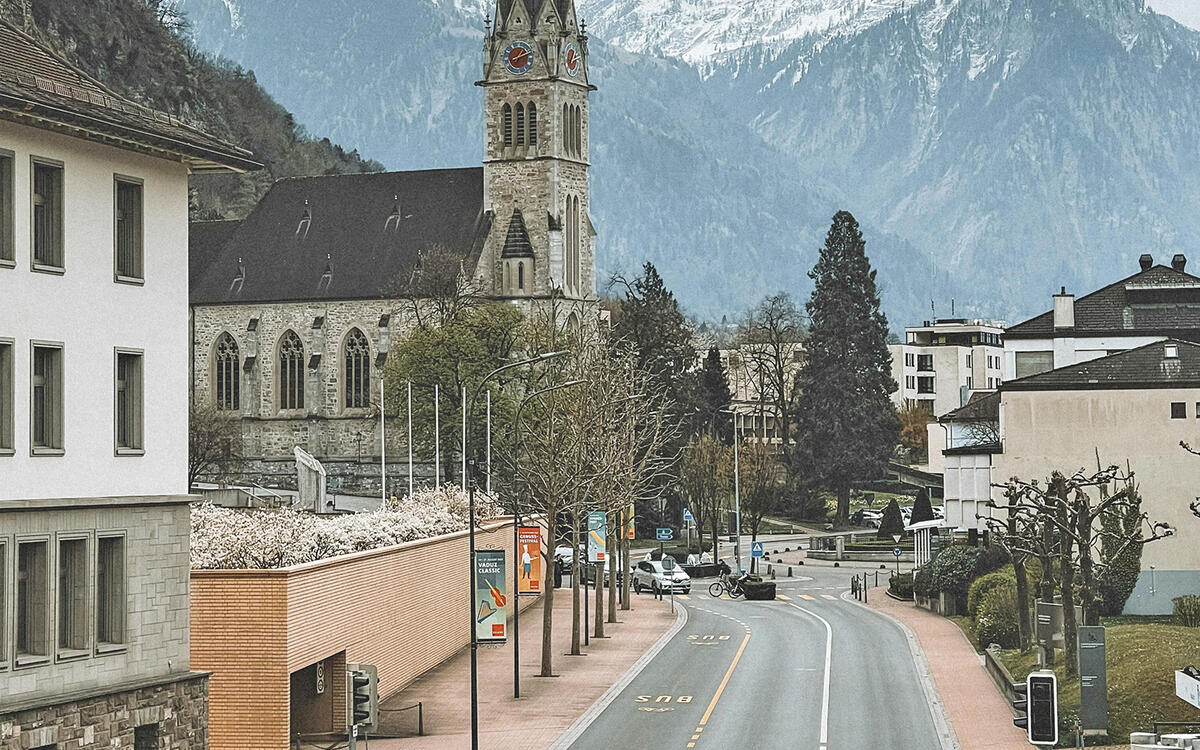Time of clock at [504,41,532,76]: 1:11
